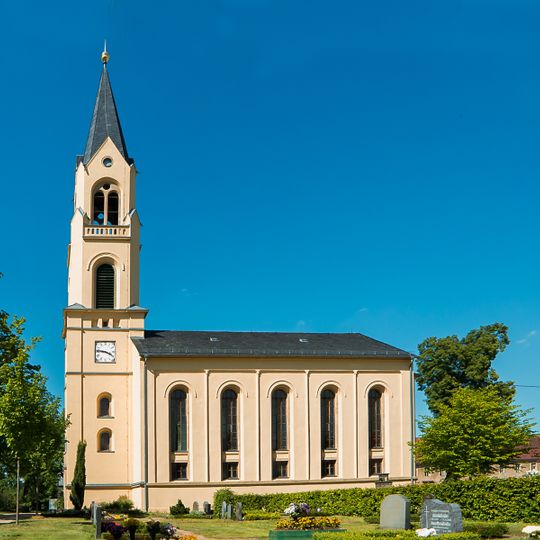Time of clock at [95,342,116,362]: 3:46
